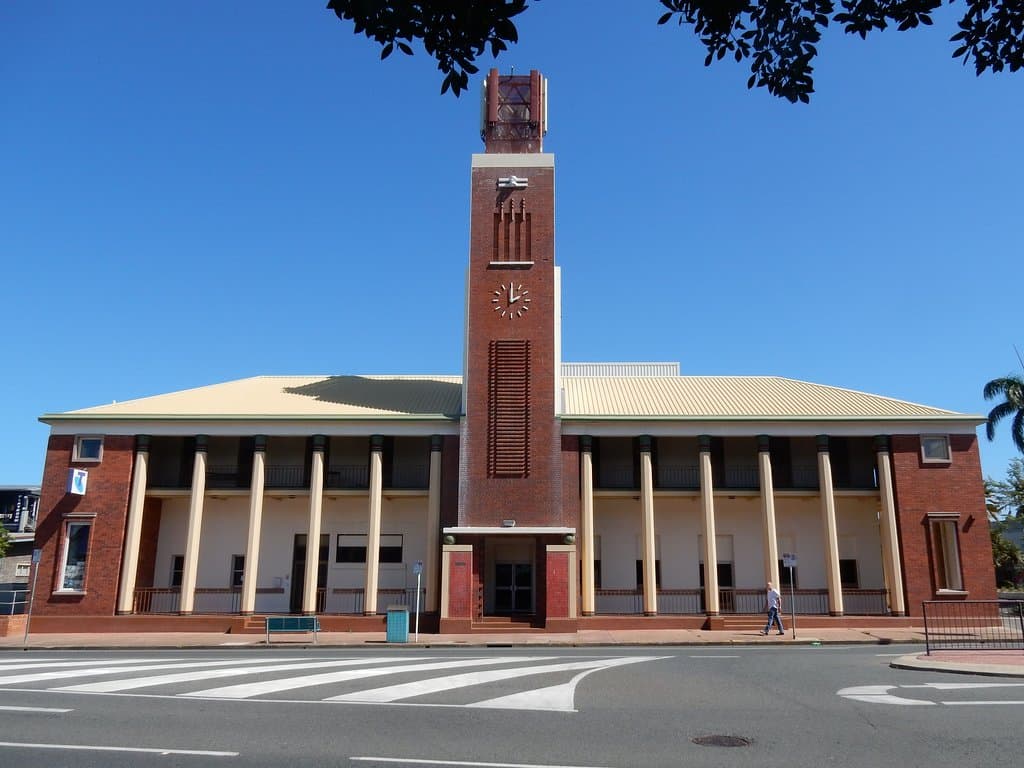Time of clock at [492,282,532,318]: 2:00
